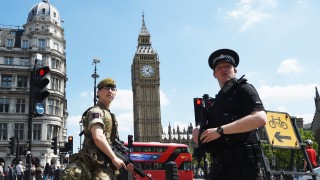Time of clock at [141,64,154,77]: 1:22
